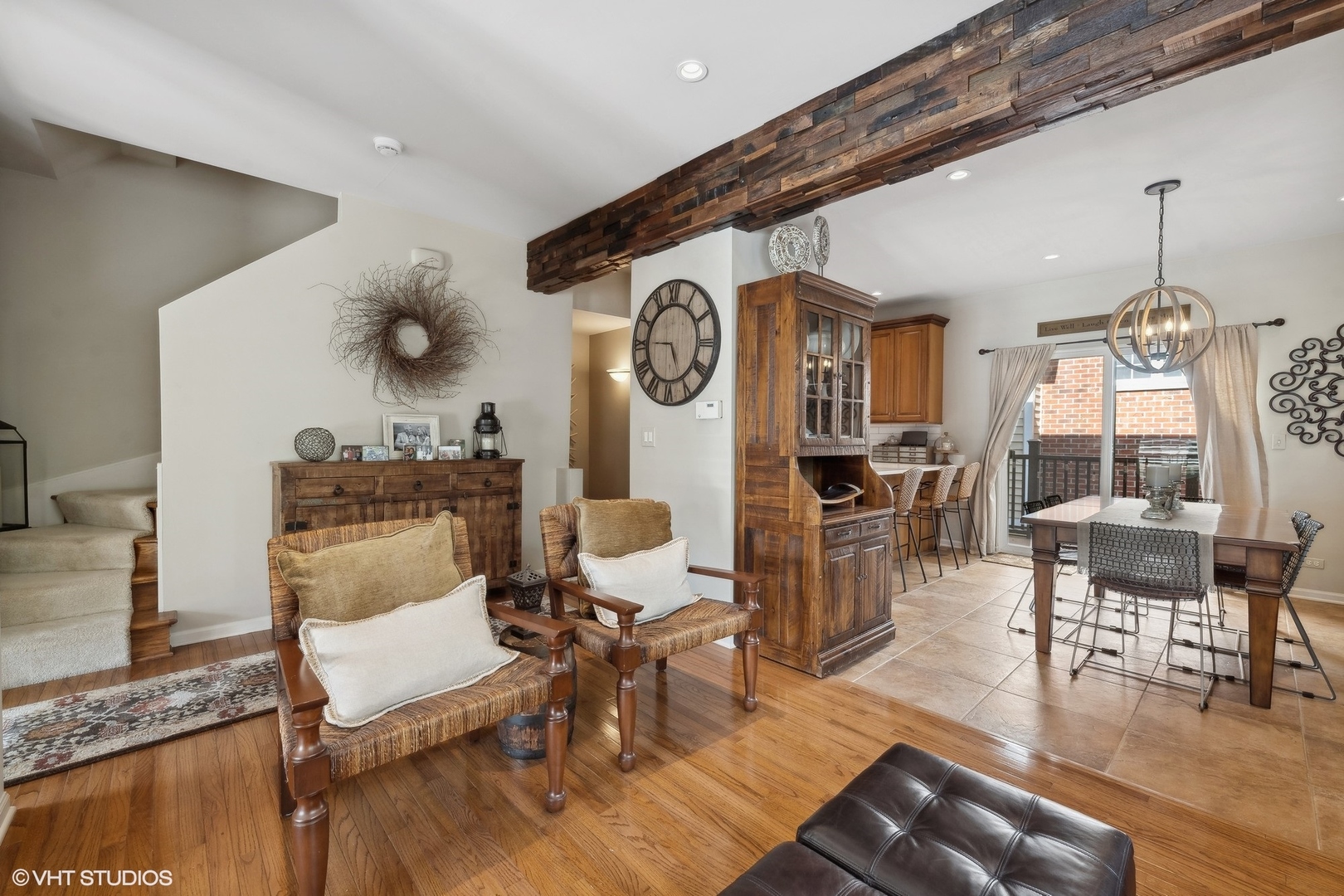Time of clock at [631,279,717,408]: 5:45
